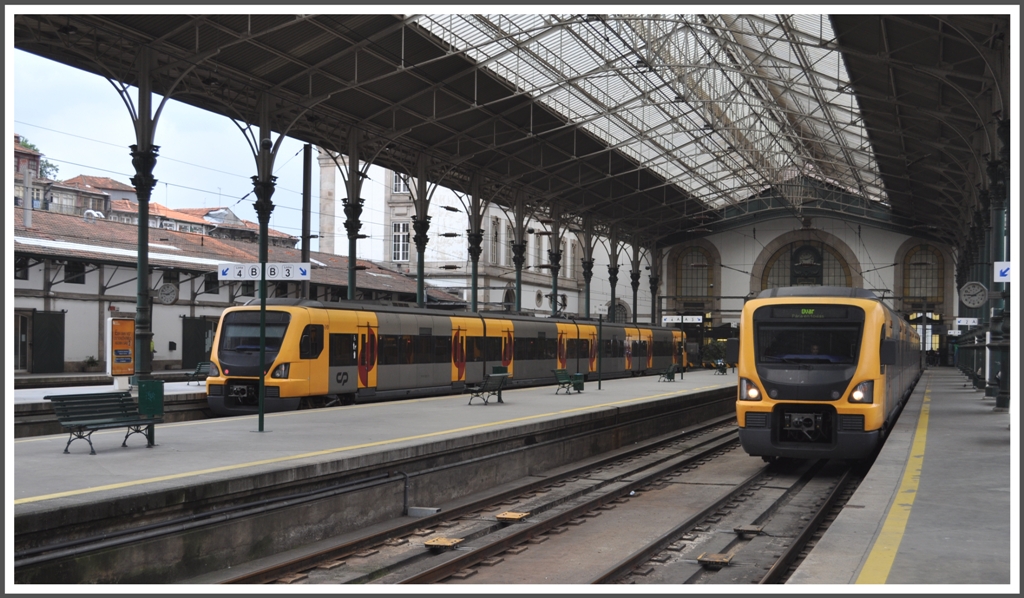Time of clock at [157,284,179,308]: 9:10
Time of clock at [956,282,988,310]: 9:10
